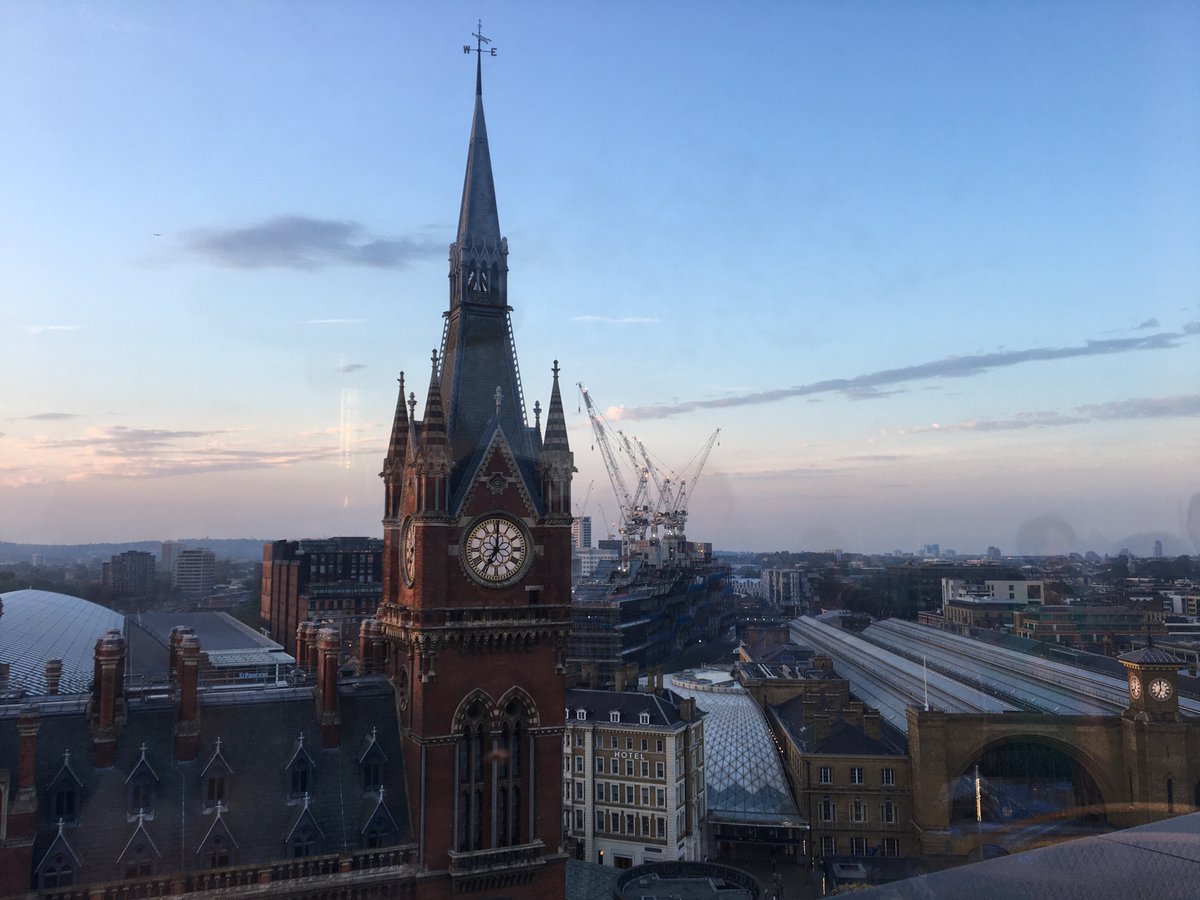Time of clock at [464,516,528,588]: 7:00
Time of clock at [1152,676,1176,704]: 7:00
